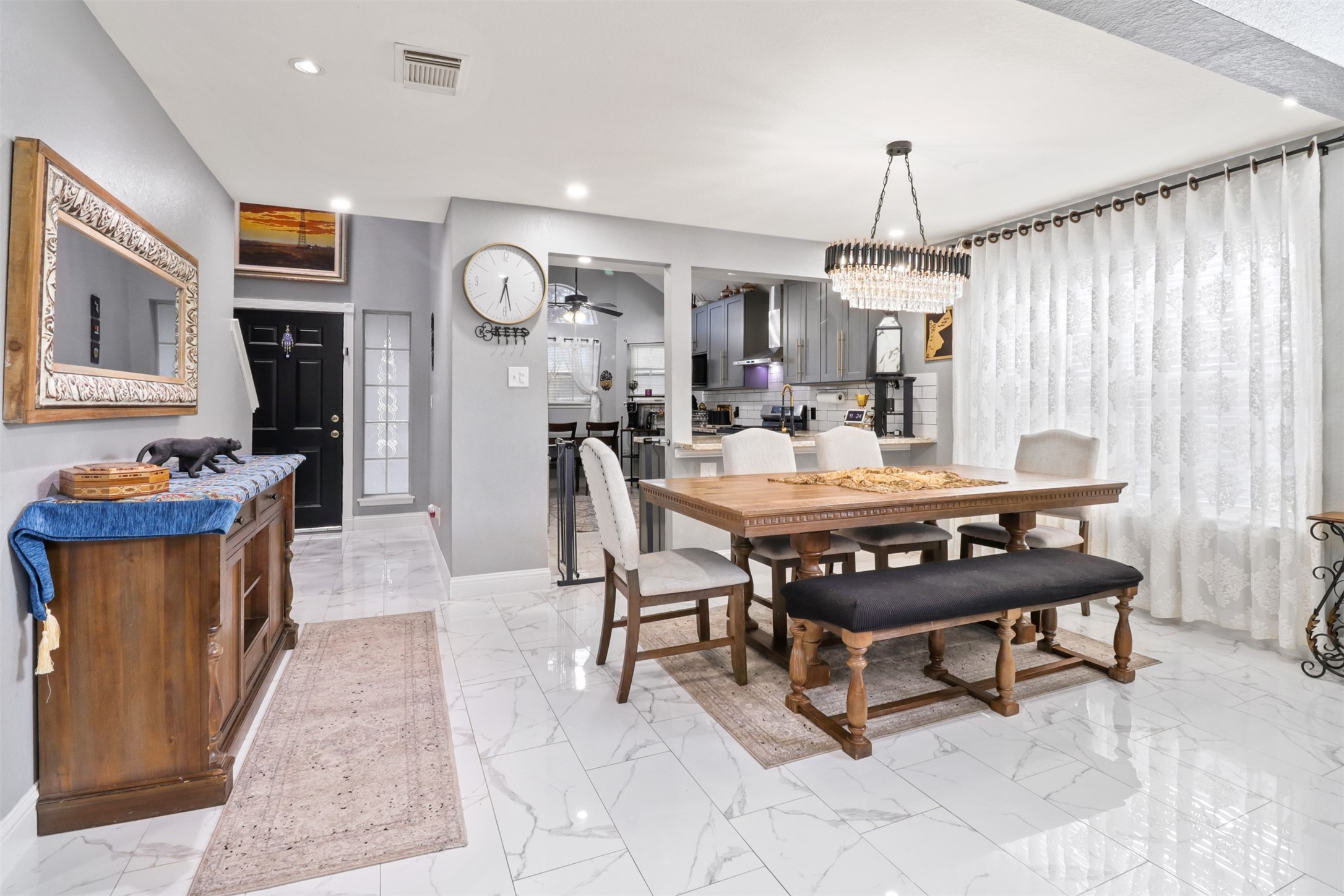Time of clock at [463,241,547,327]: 6:28
